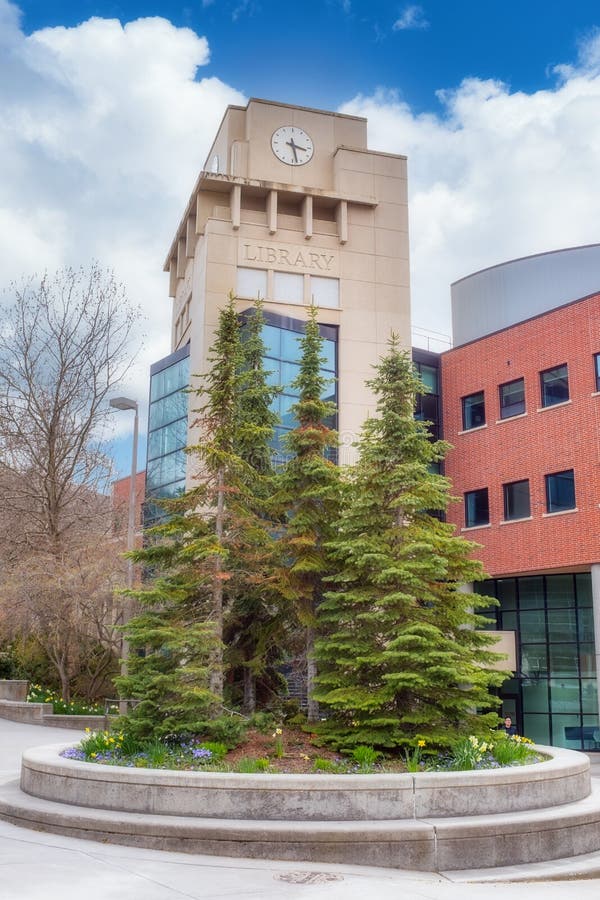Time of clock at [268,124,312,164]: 3:28
